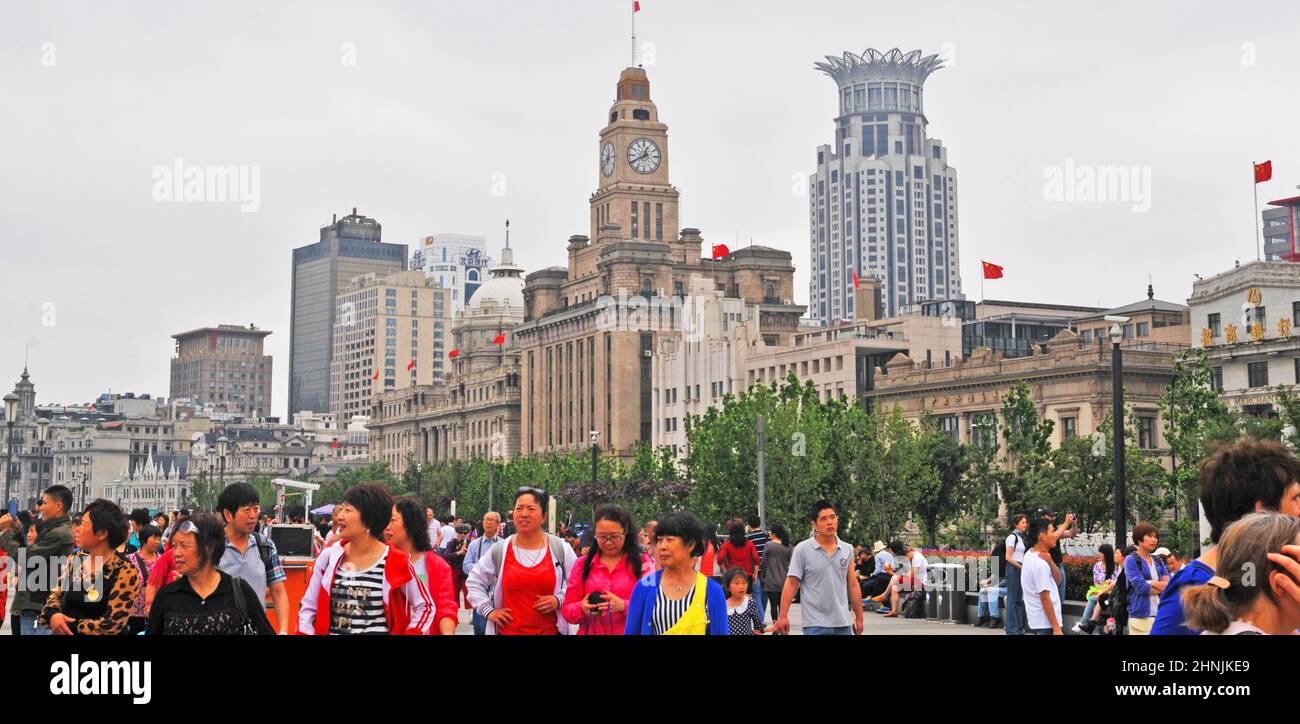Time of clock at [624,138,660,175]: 12:40
